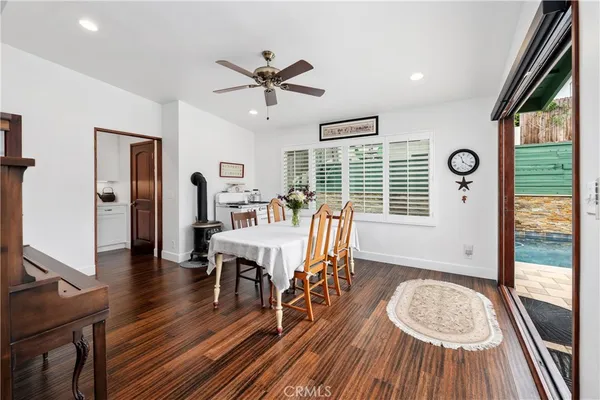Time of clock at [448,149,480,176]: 11:20
